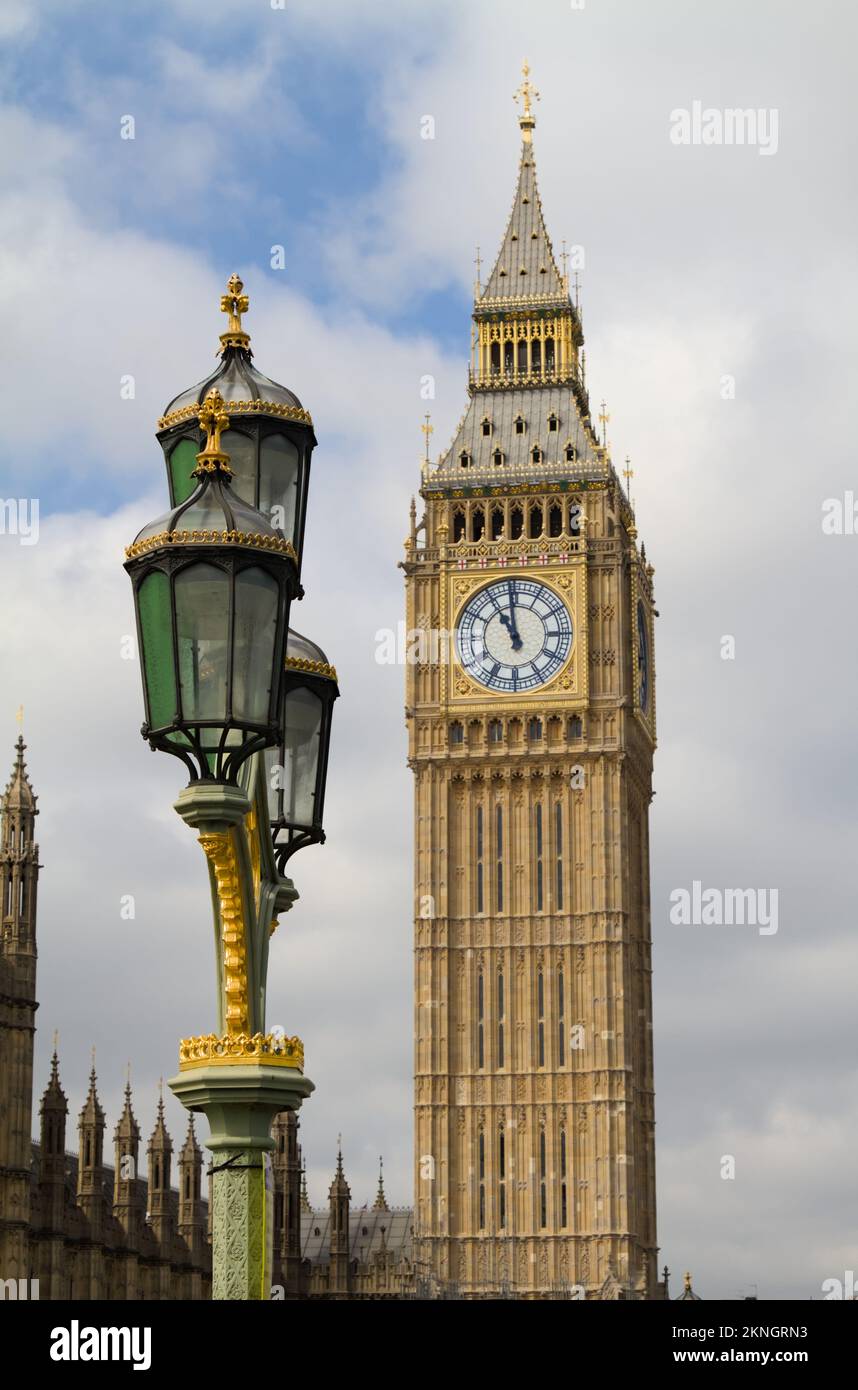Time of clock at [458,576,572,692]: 10:58
